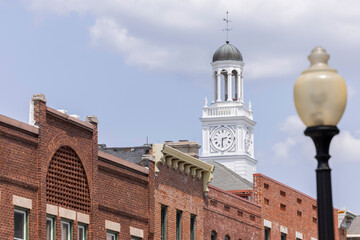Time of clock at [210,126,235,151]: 2:30
